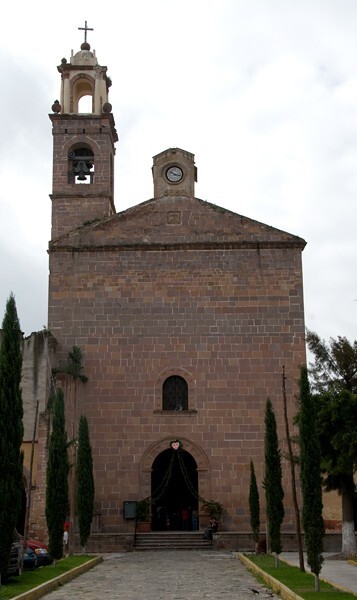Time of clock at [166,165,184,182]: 10:17
